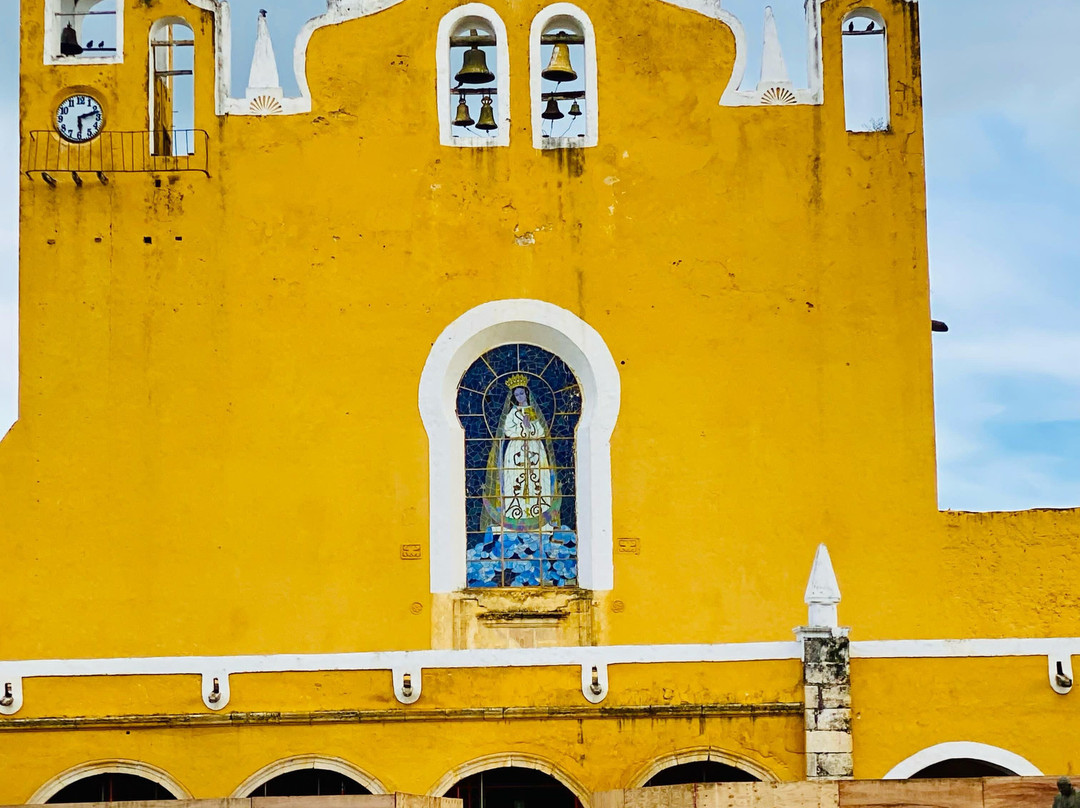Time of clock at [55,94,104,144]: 2:29
